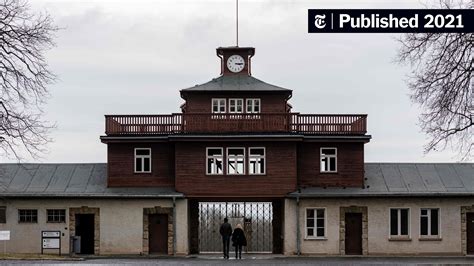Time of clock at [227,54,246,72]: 3:14
